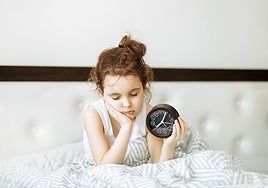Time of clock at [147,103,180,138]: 12:37
